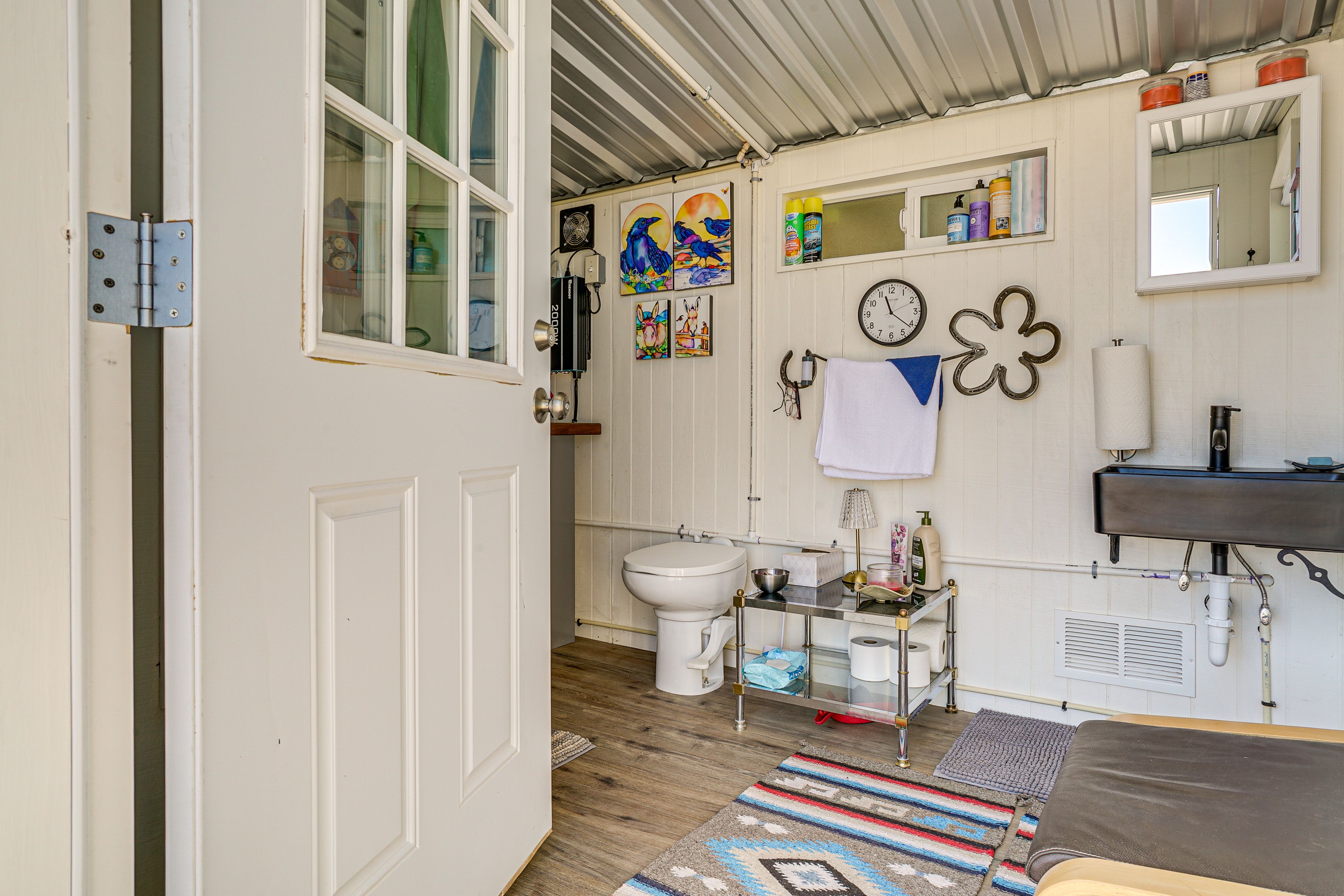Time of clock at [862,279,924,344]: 11:21
